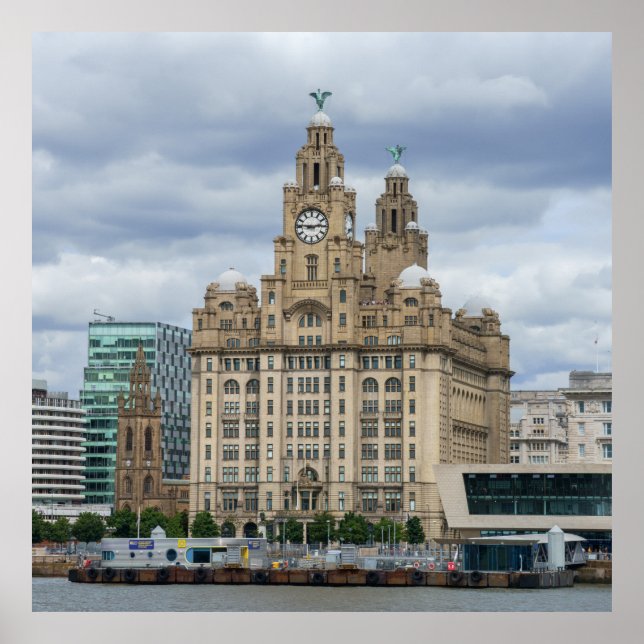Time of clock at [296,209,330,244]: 2:46
